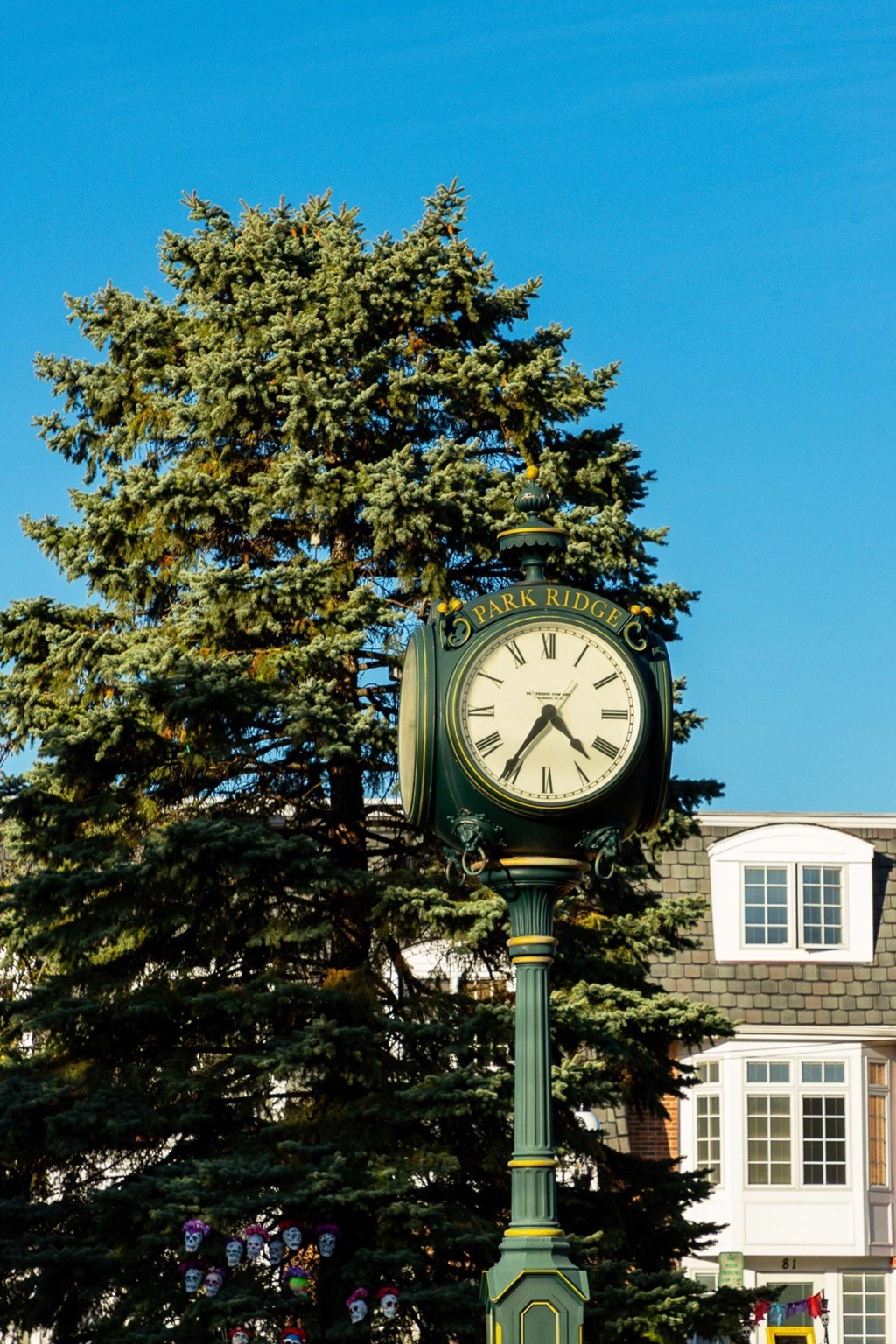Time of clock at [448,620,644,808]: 4:35
